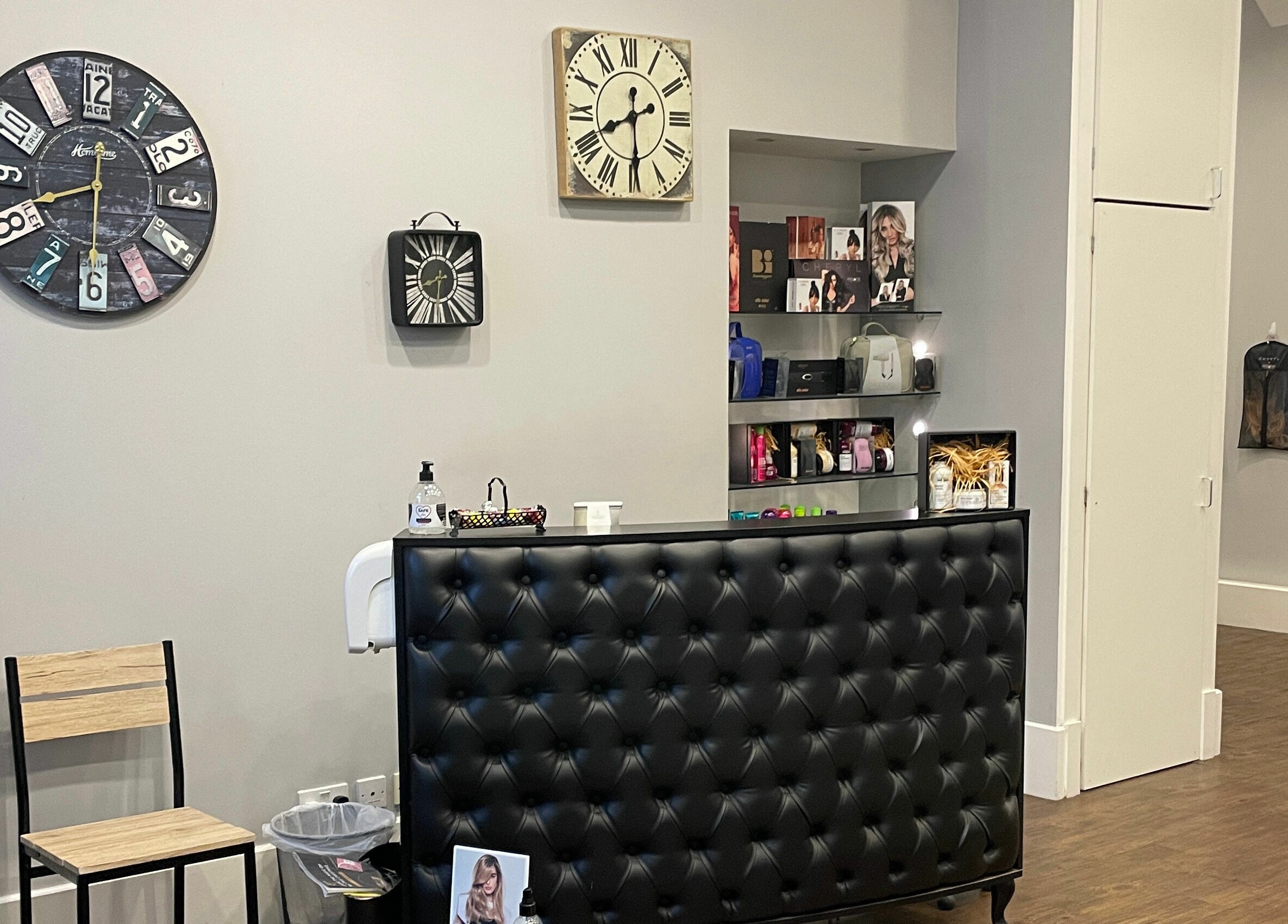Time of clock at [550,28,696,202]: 8:29
